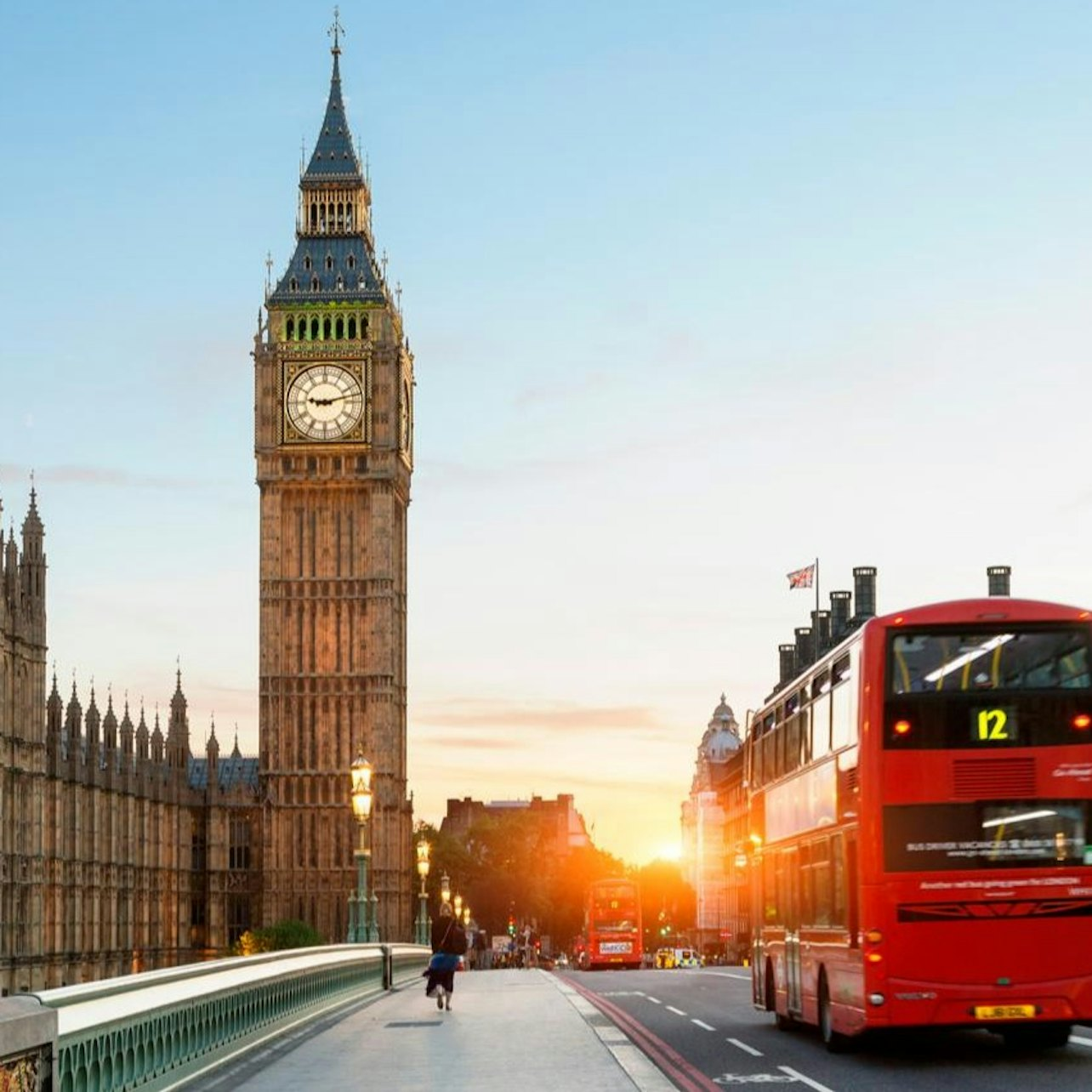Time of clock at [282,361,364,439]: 9:12
